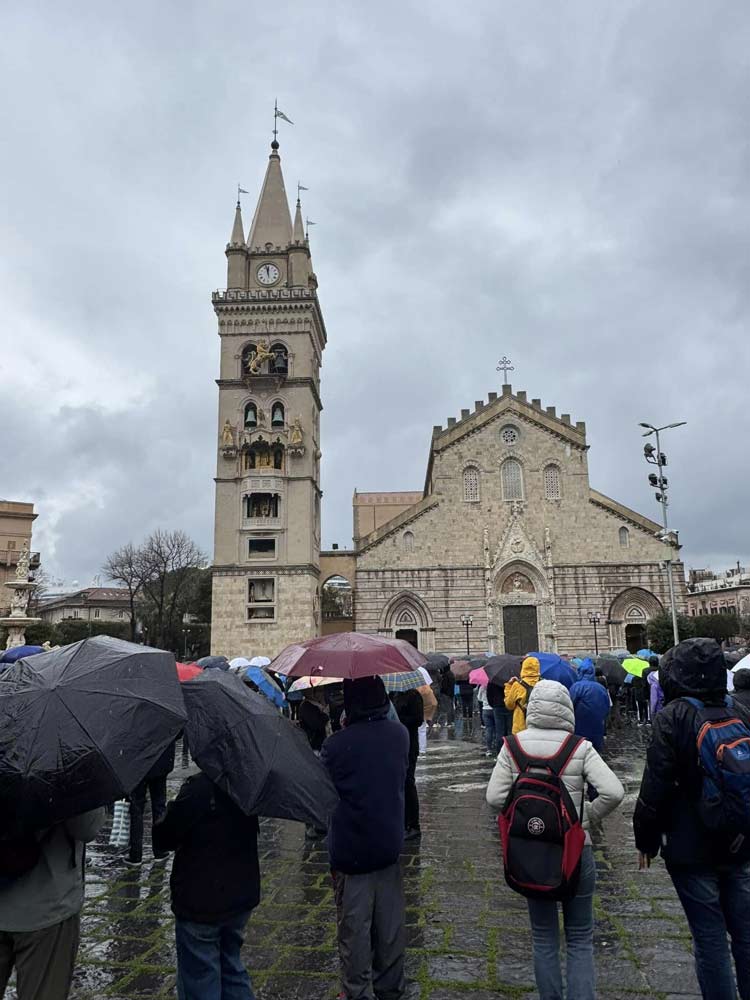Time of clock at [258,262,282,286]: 11:57
